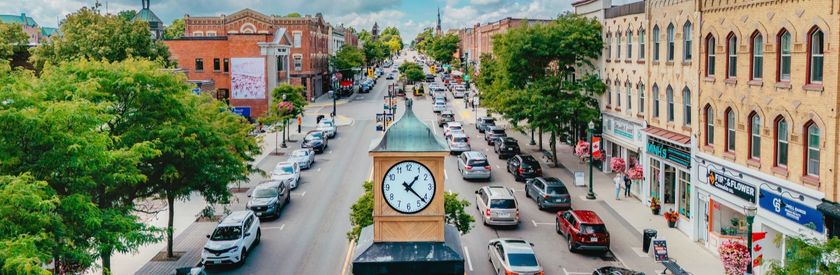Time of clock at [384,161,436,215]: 1:21
